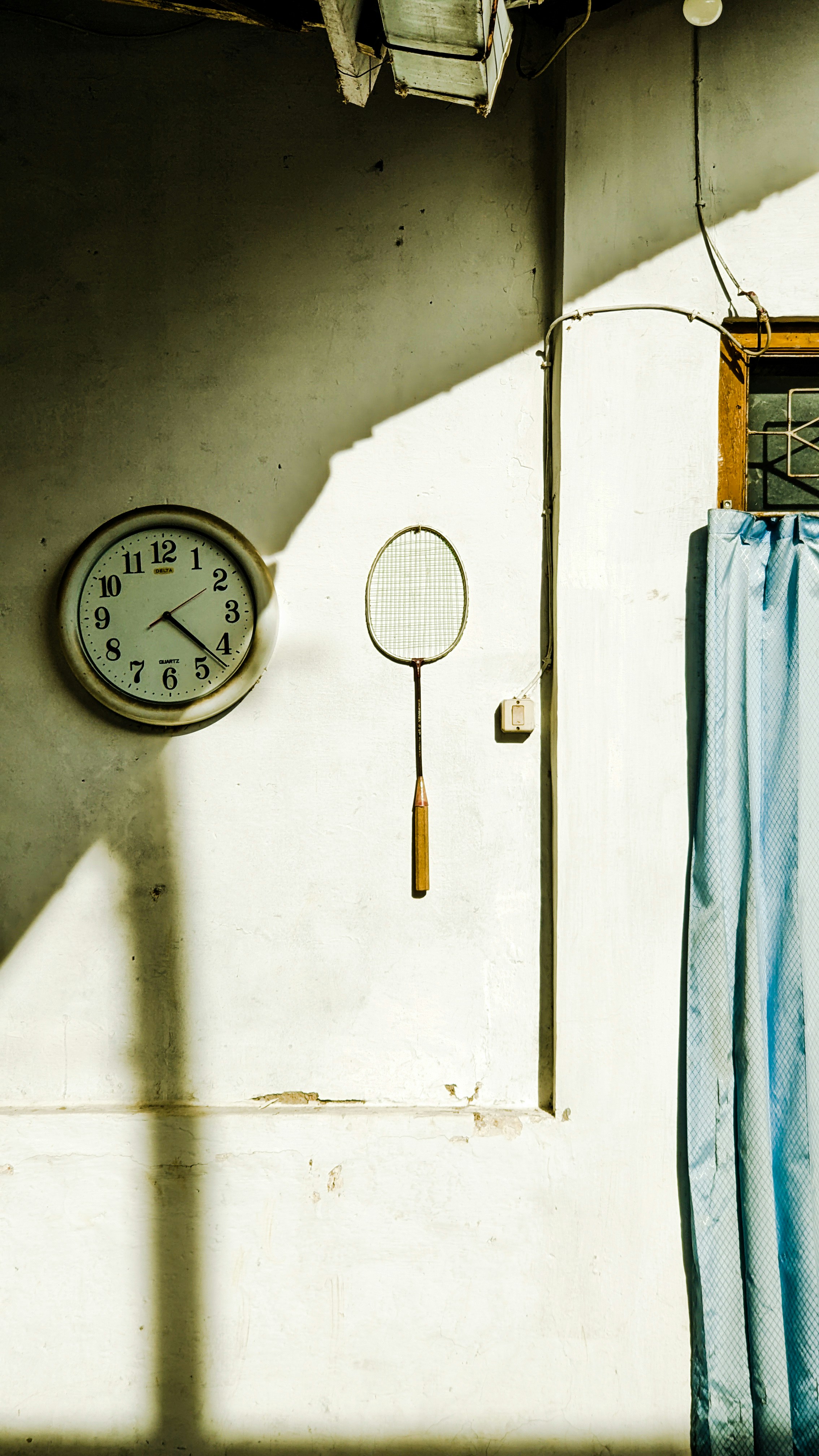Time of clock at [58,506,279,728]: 4:22
